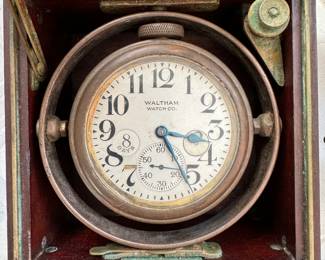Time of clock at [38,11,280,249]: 3:25
